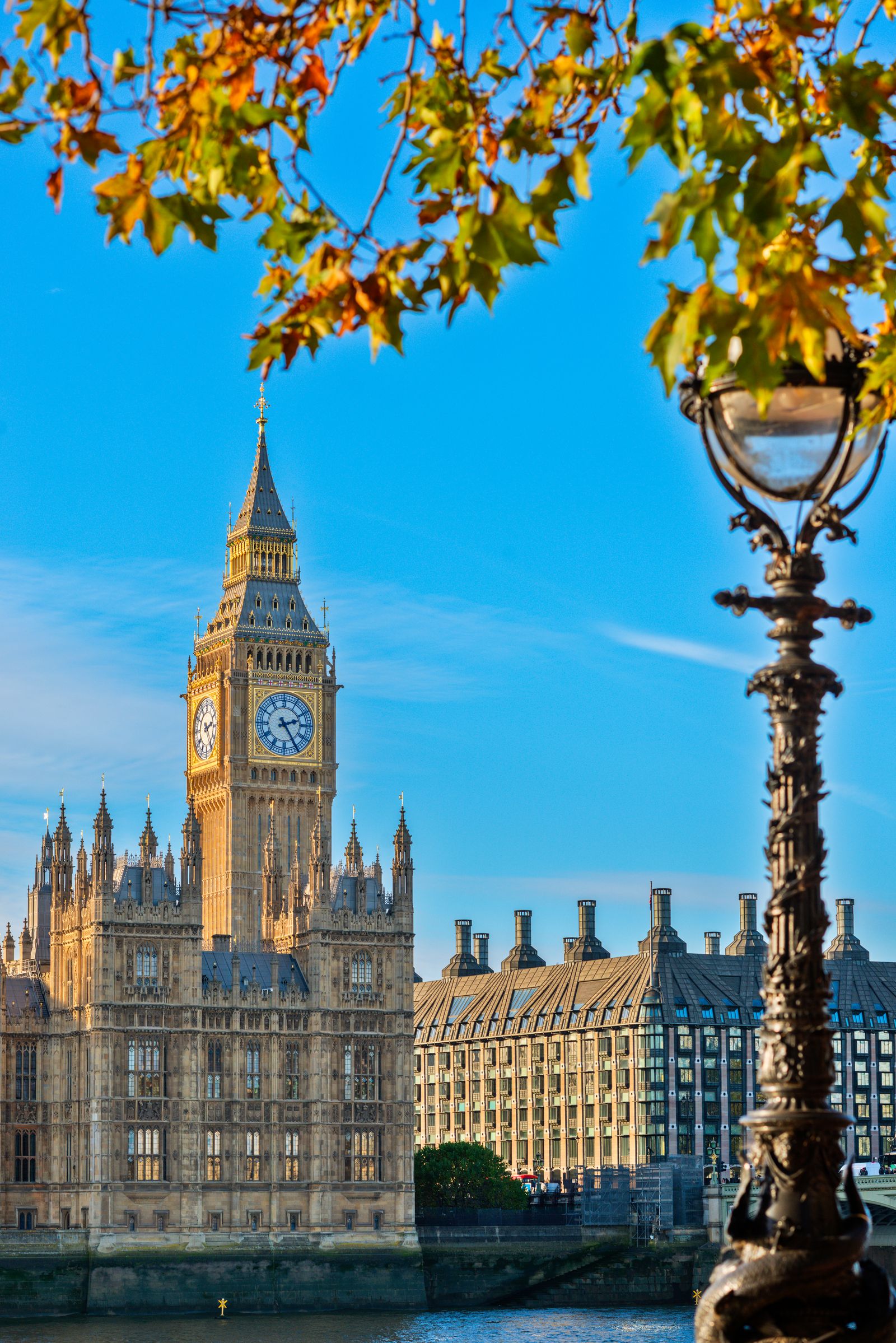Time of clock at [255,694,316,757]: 2:24
